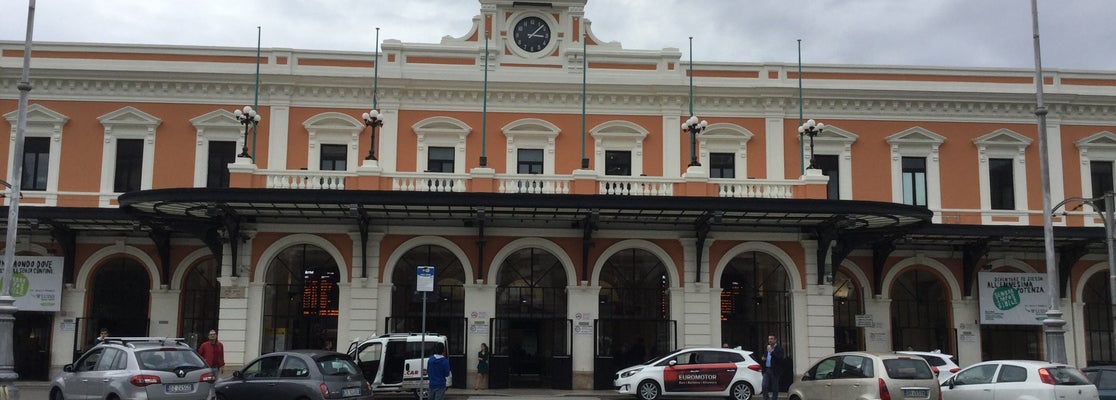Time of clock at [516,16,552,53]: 3:07
